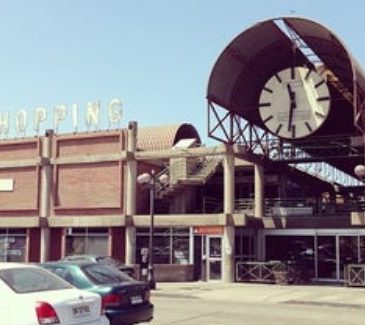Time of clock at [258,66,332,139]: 11:31
